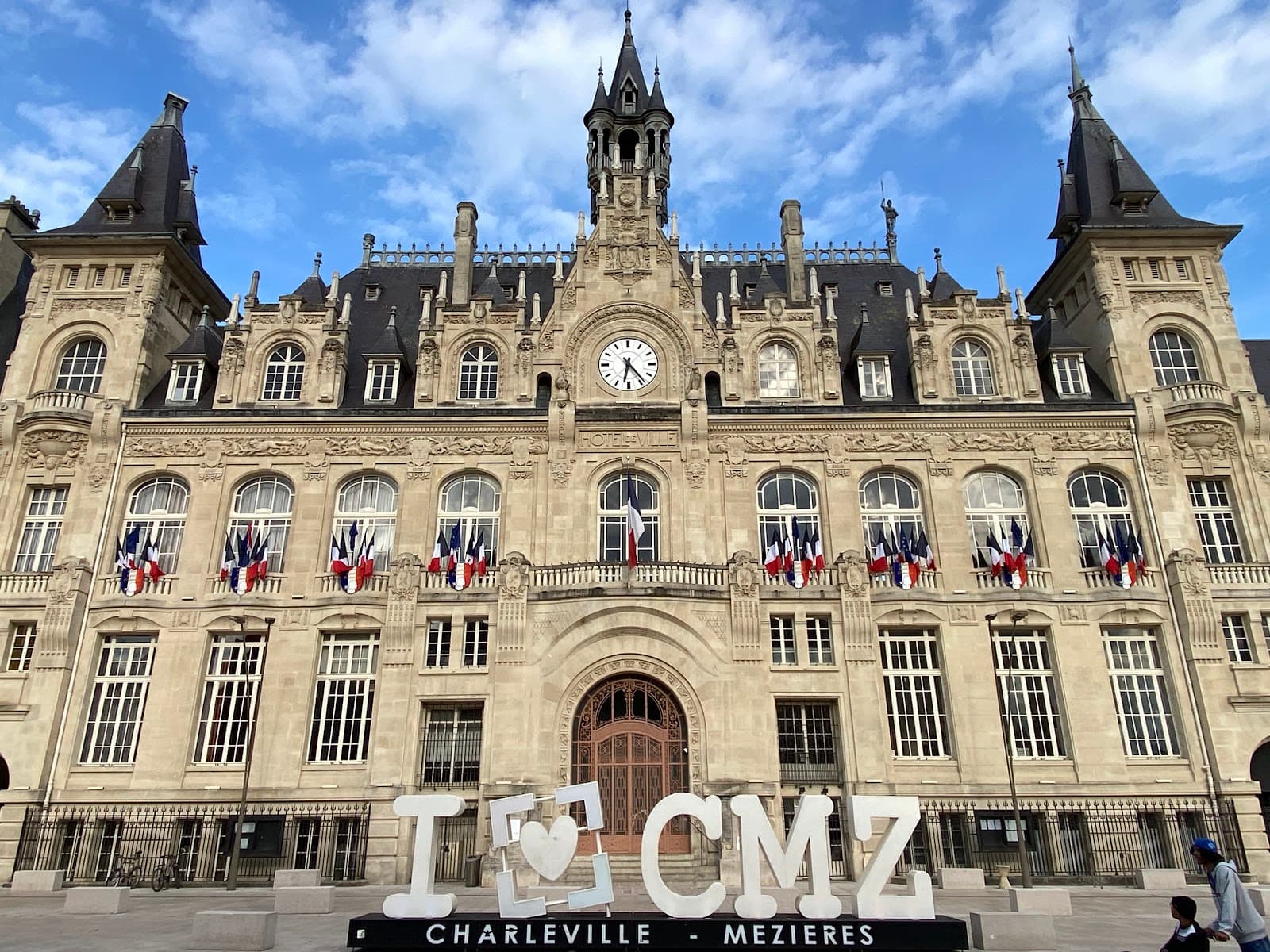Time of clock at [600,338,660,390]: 6:23
